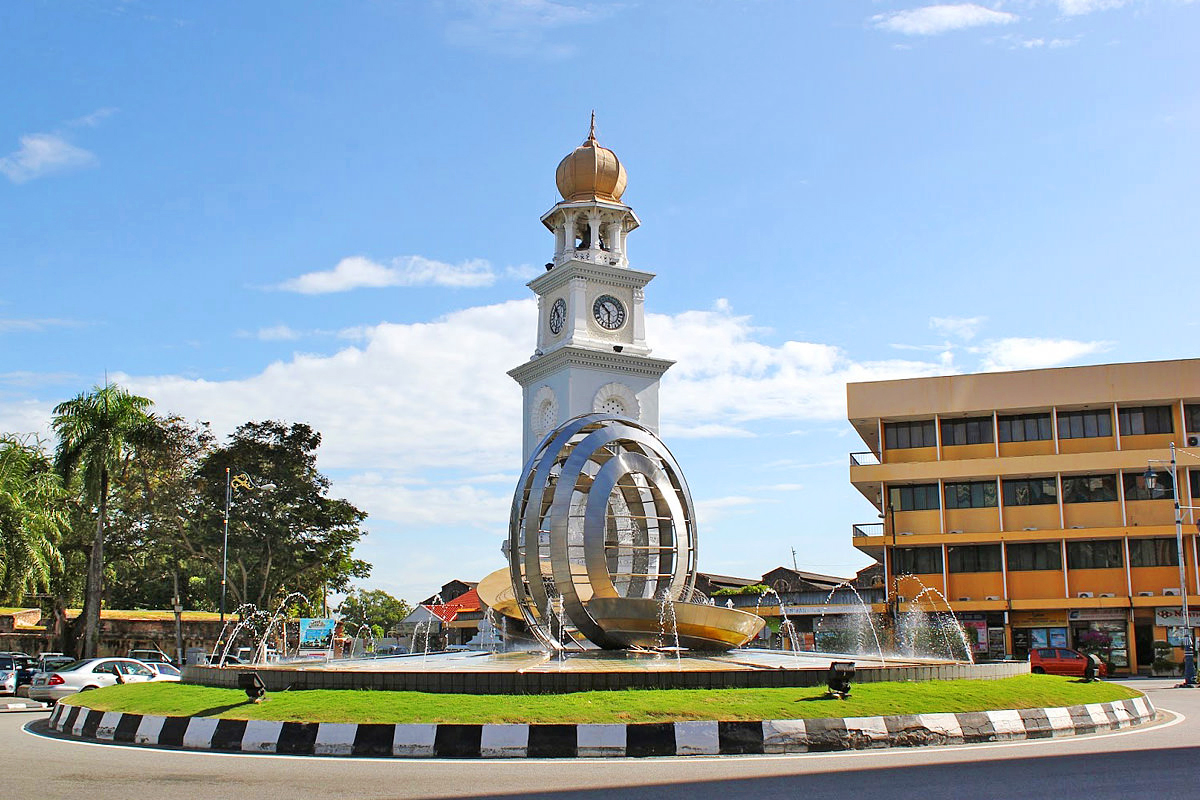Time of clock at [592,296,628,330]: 10:30
